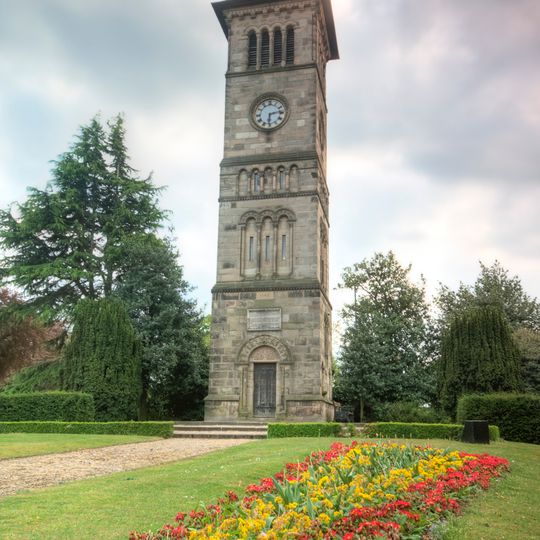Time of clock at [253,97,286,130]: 6:13
